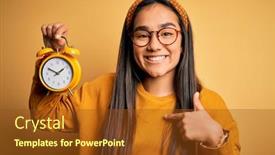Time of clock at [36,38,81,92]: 1:50
